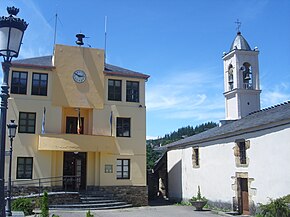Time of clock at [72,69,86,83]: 2:50
